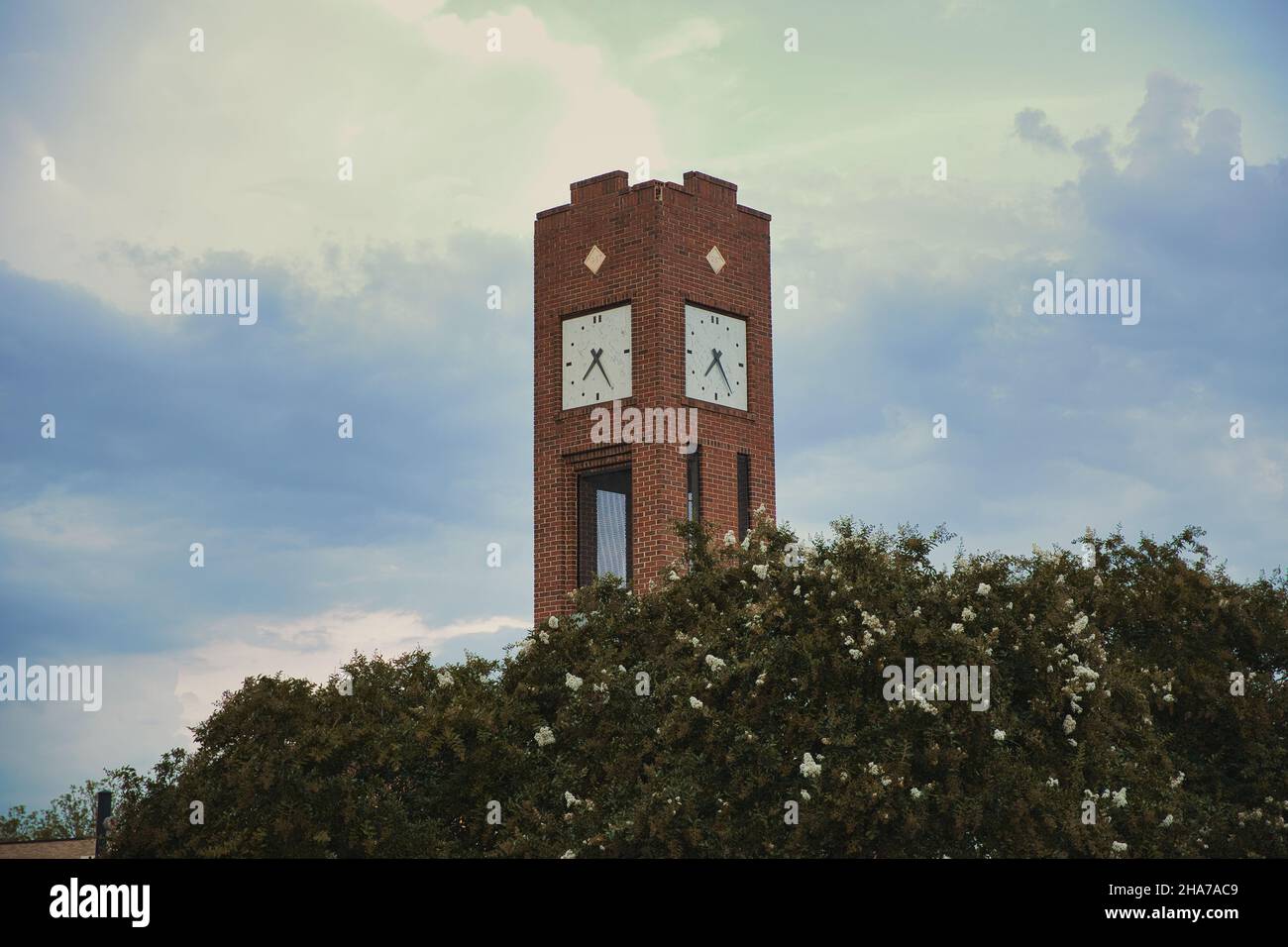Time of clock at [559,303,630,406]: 7:25
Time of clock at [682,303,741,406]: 7:23
